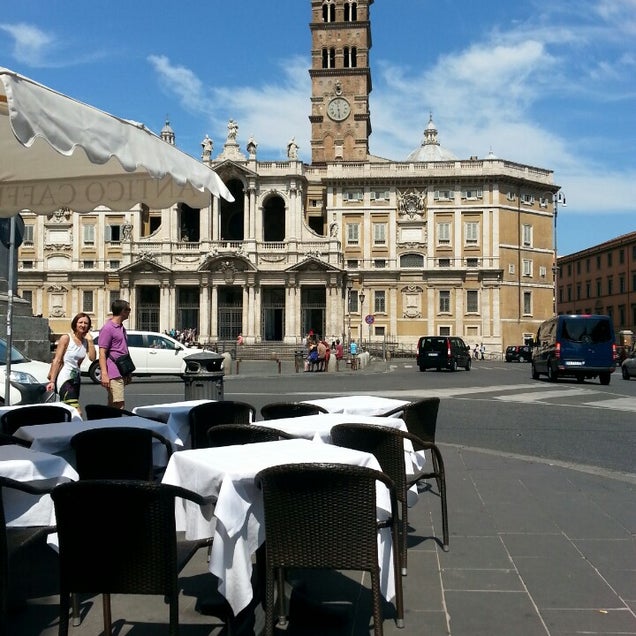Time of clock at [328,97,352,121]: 11:28
